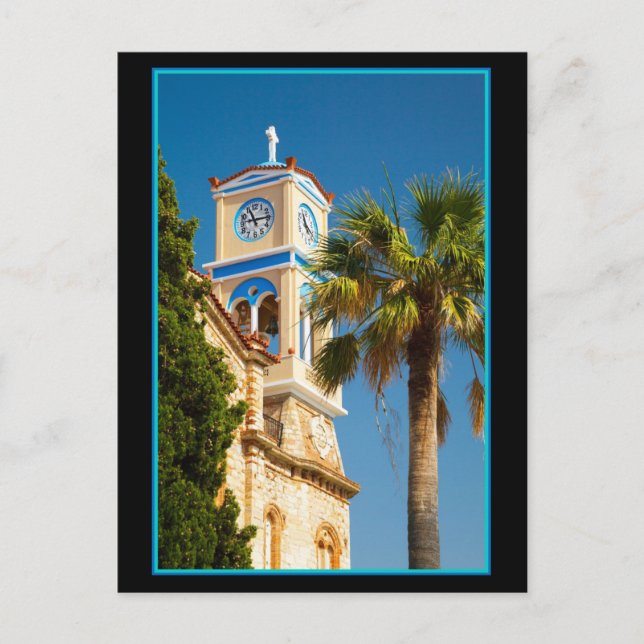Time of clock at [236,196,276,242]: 11:14
